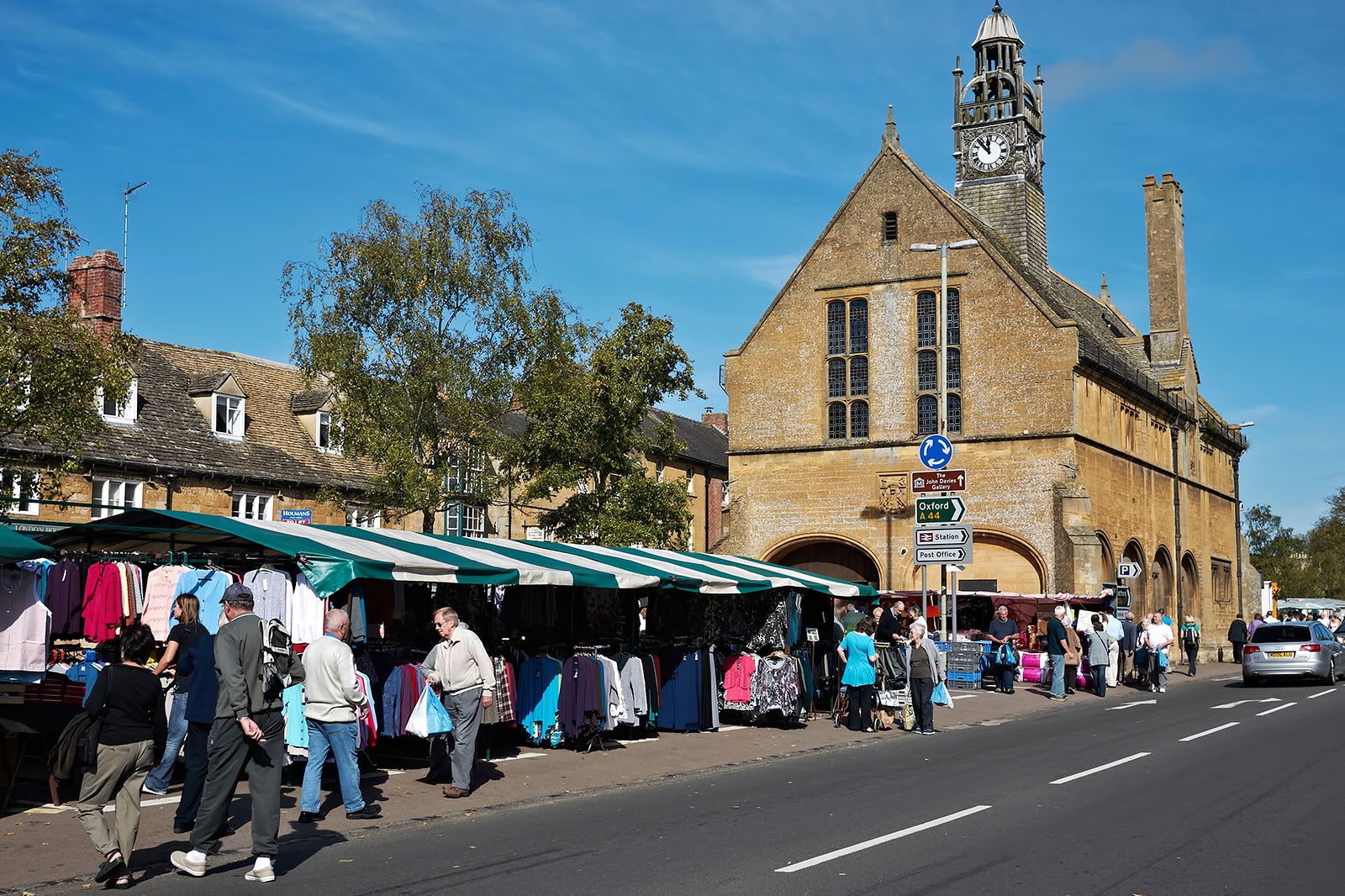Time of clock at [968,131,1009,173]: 11:53
